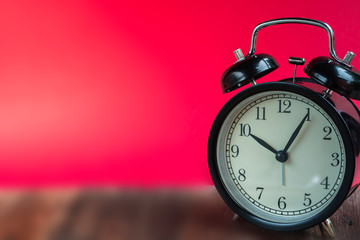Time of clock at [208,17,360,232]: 10:05
